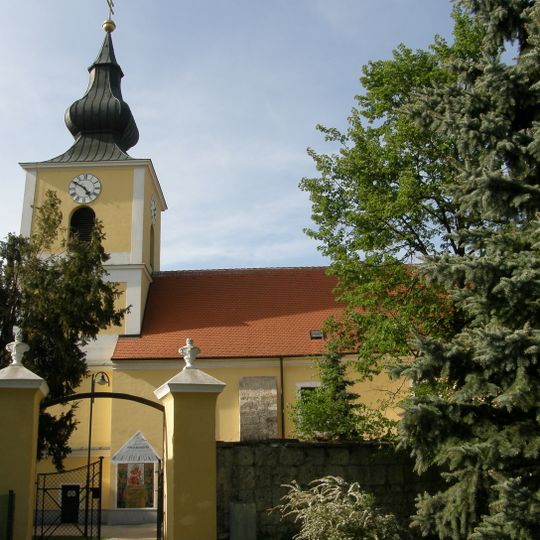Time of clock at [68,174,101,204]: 4:50
